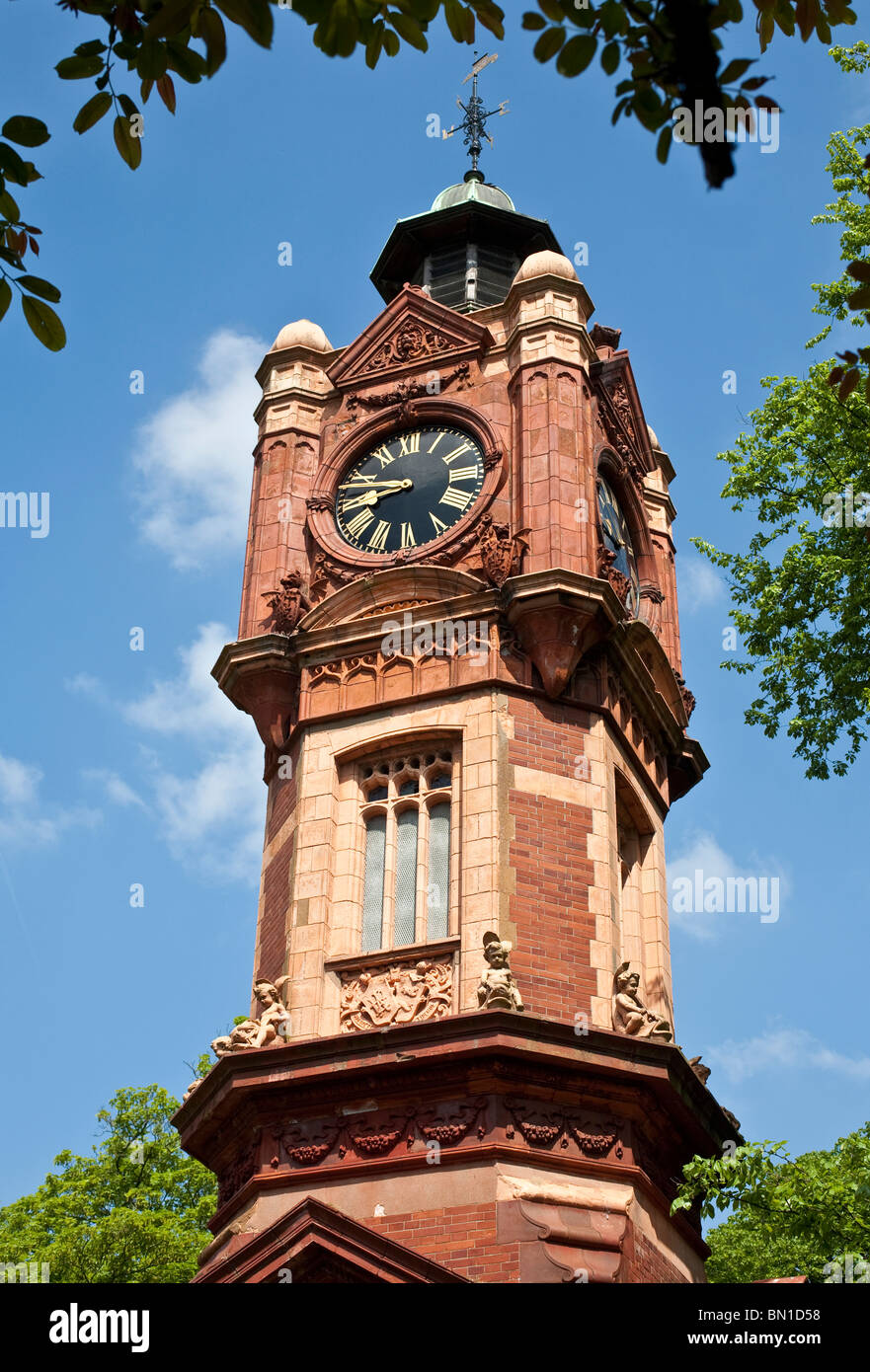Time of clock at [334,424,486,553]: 8:48
